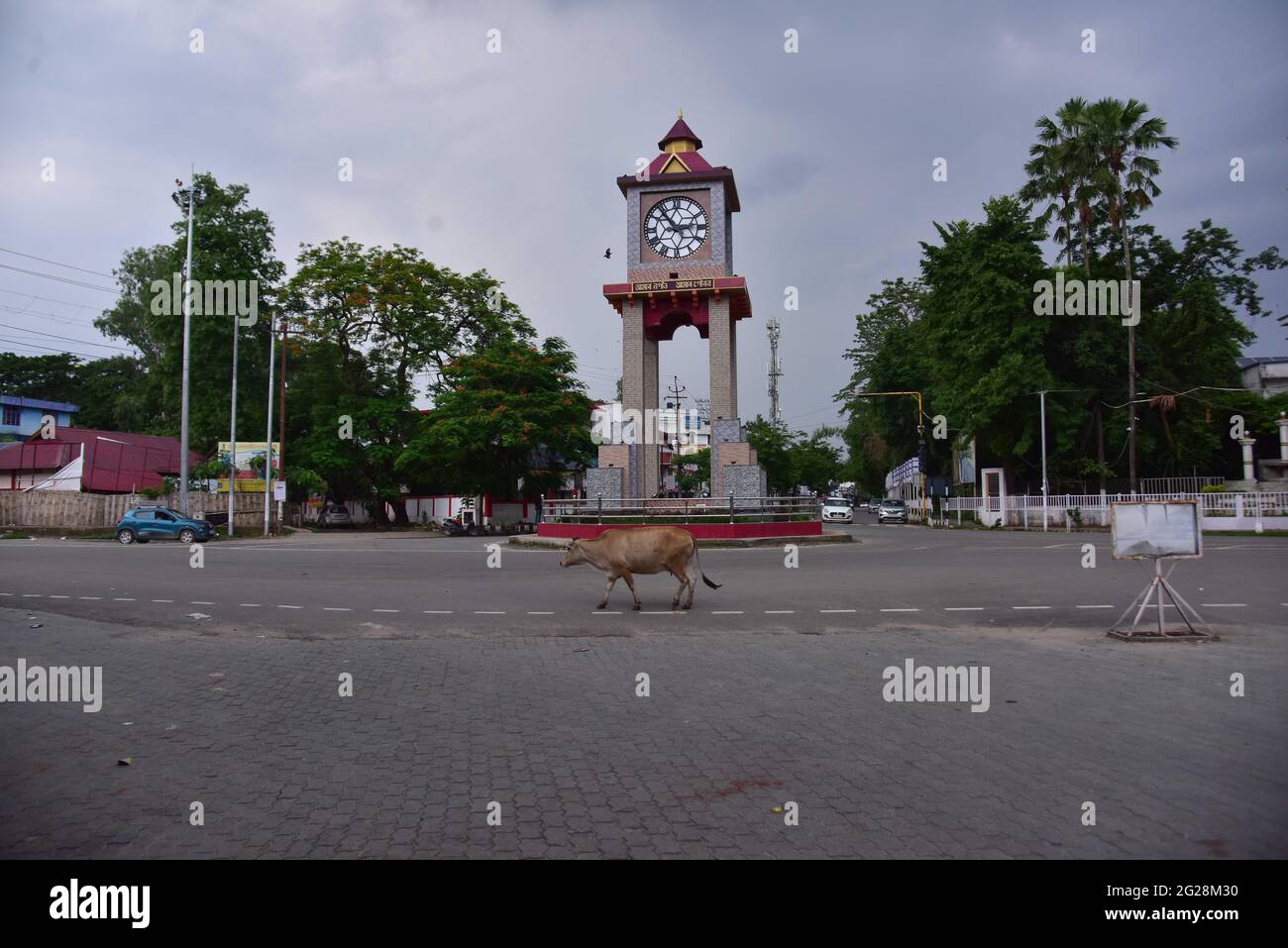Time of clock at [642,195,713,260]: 2:53
